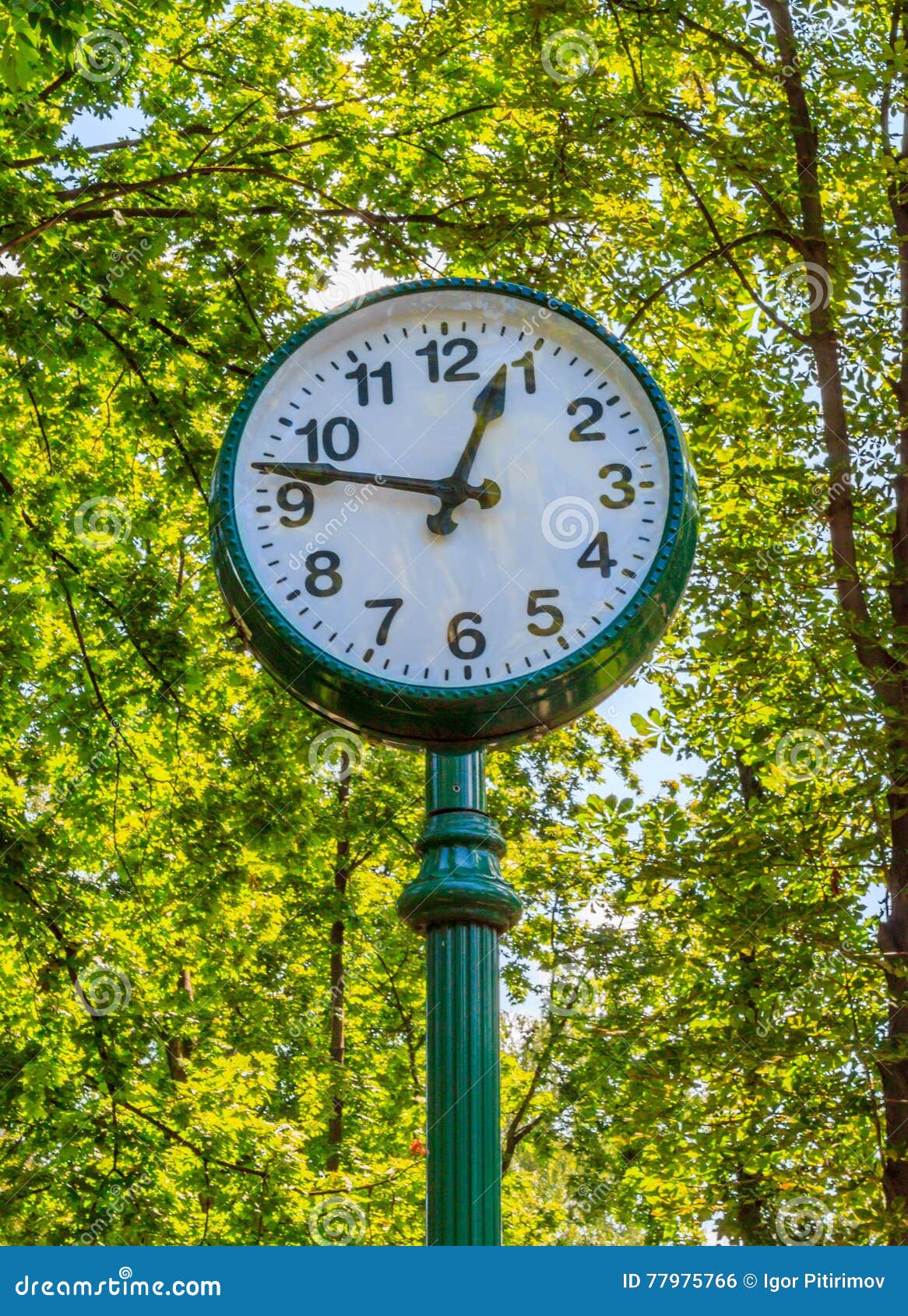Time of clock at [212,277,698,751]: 12:47
